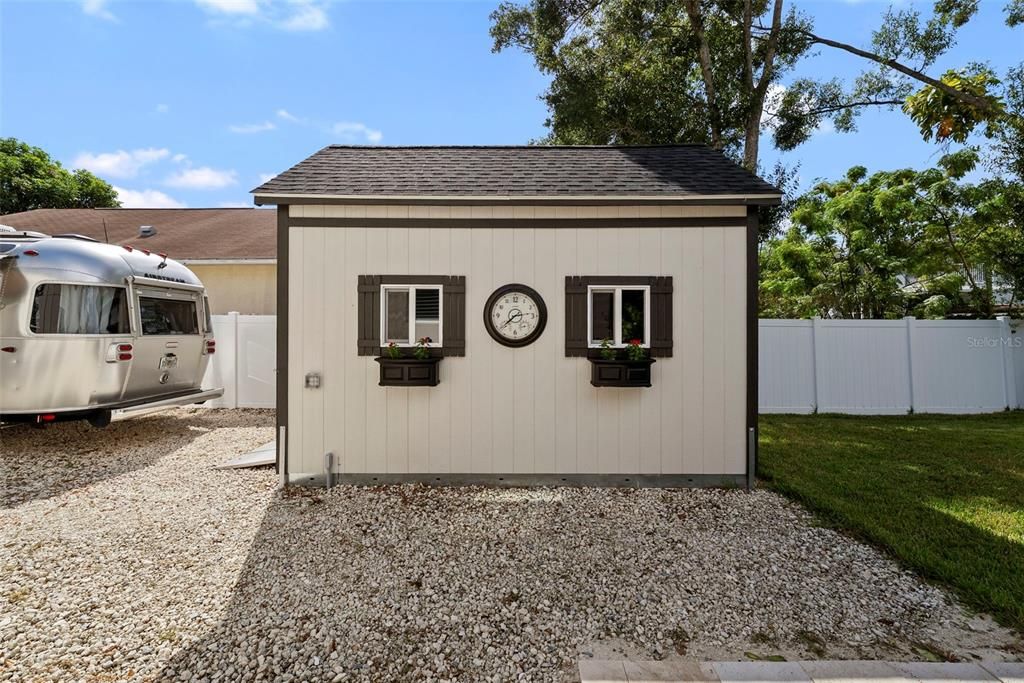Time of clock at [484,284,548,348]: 2:38
